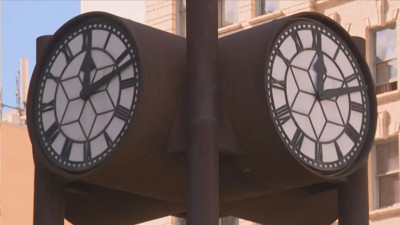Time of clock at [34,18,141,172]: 12:11
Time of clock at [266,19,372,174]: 12:12
